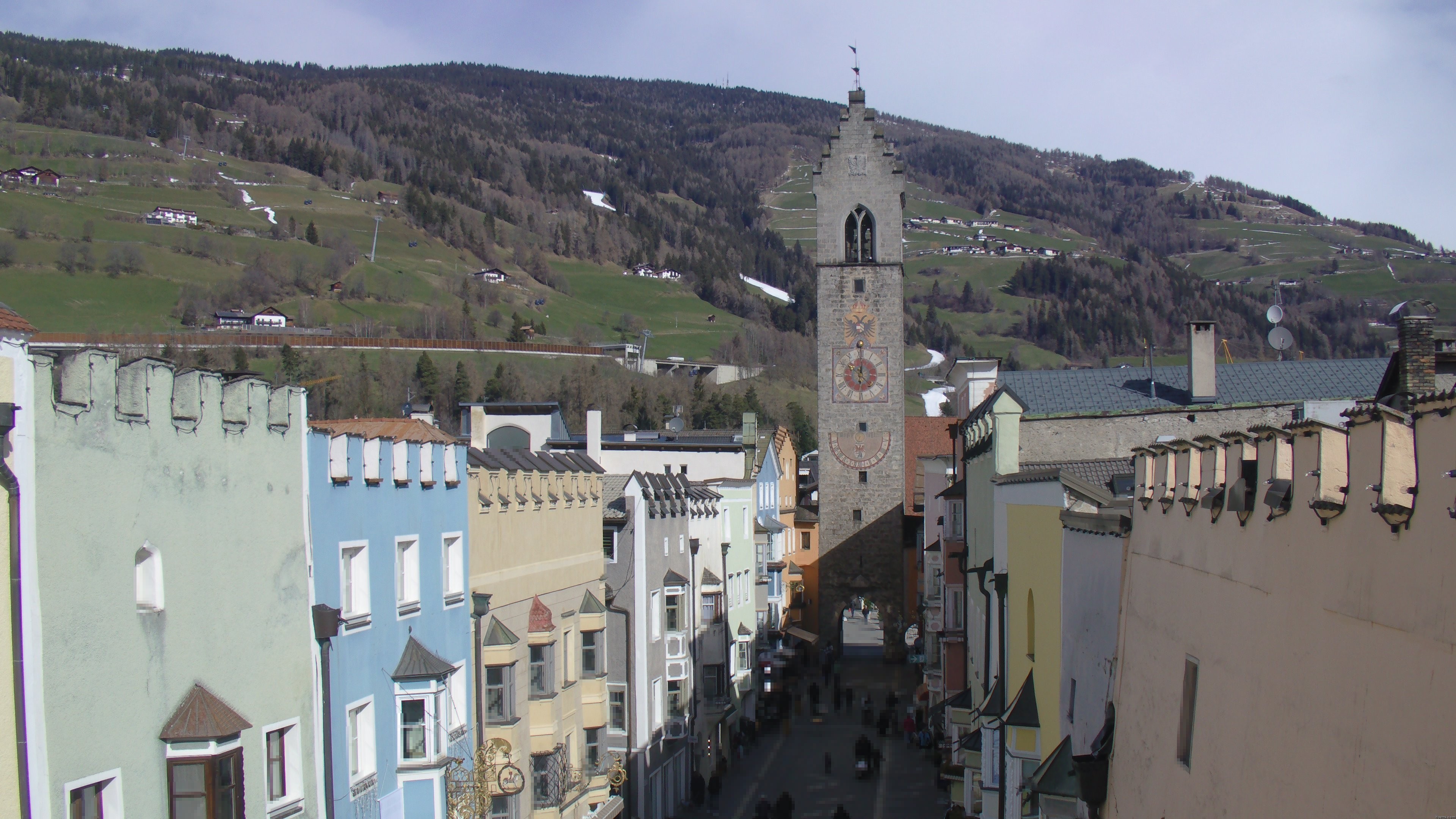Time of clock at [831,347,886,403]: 10:00
